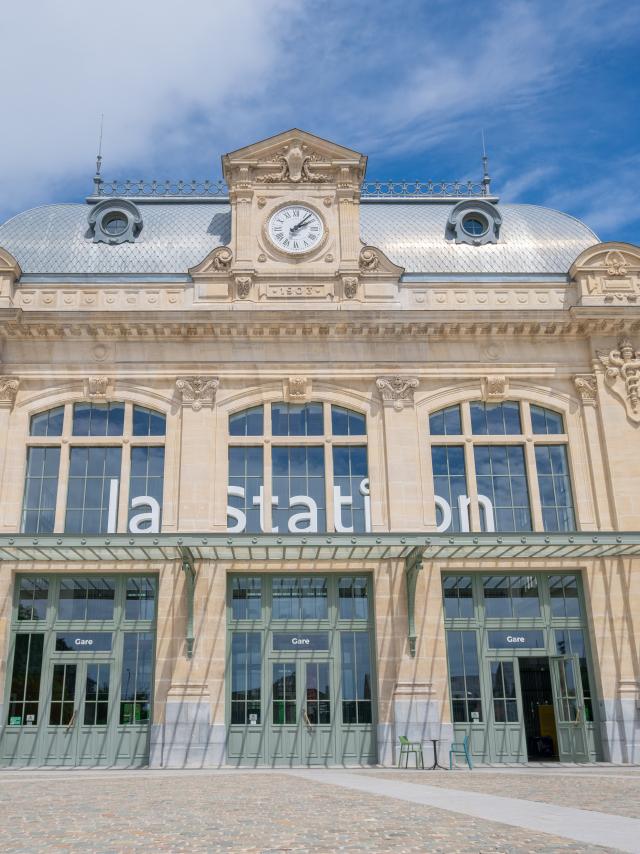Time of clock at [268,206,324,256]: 2:07
